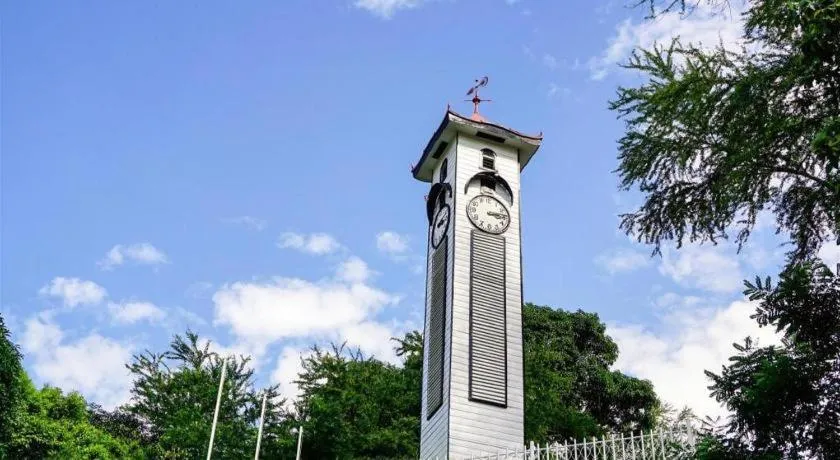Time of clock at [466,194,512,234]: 3:13
